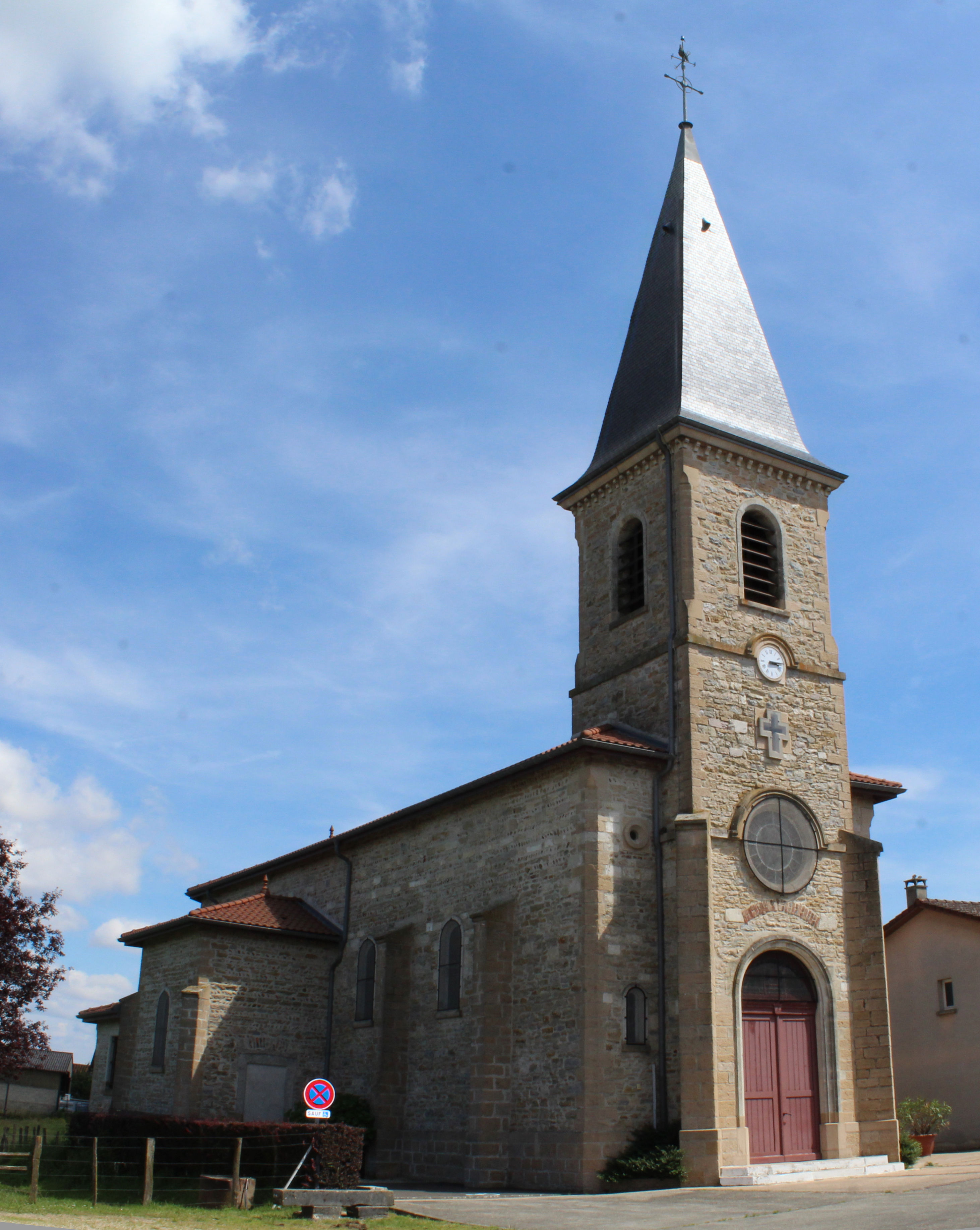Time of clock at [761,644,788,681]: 3:14
